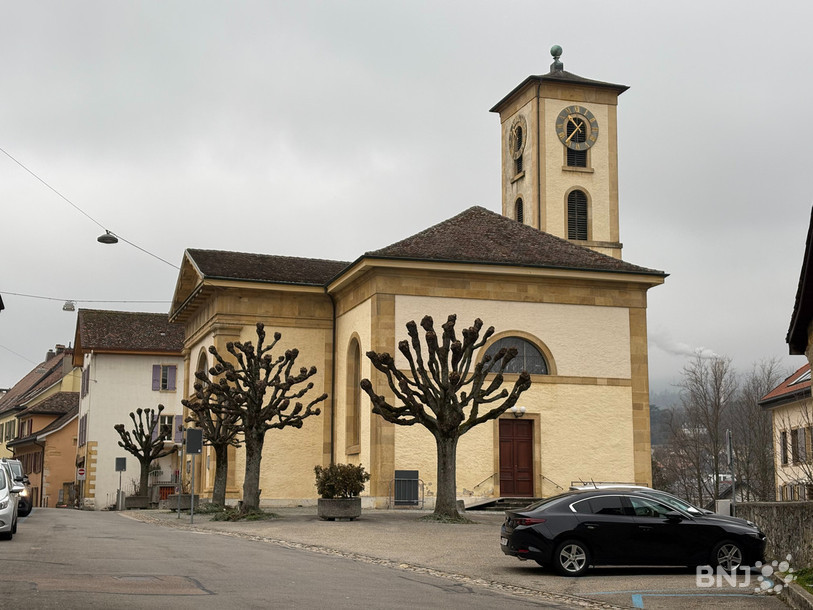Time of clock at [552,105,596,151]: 10:36
